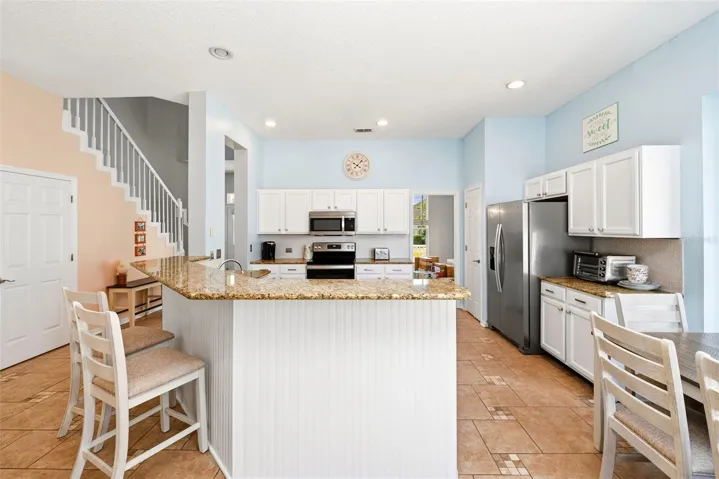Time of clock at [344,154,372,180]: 10:07
